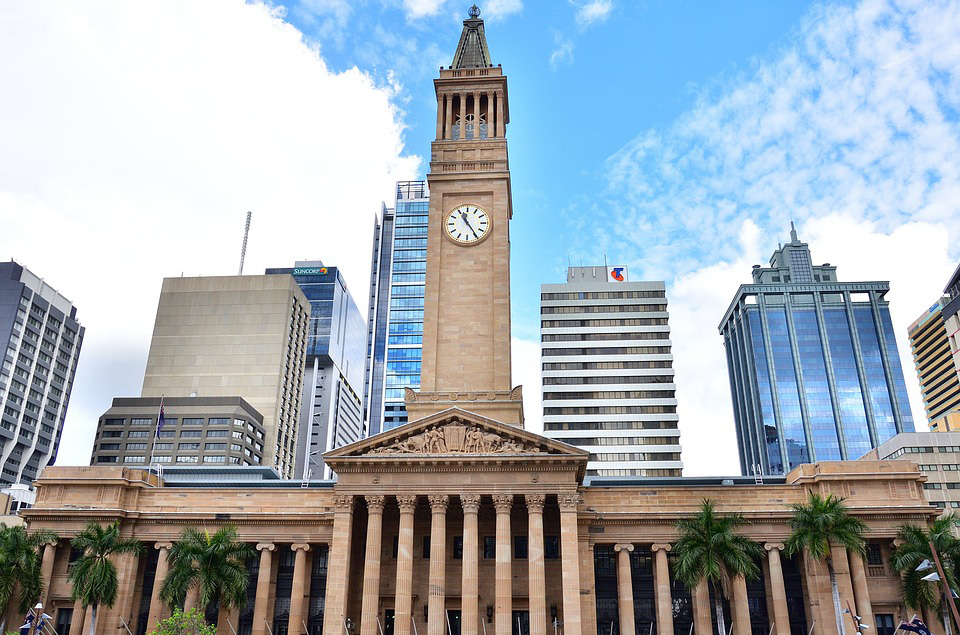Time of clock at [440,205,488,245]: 11:24
